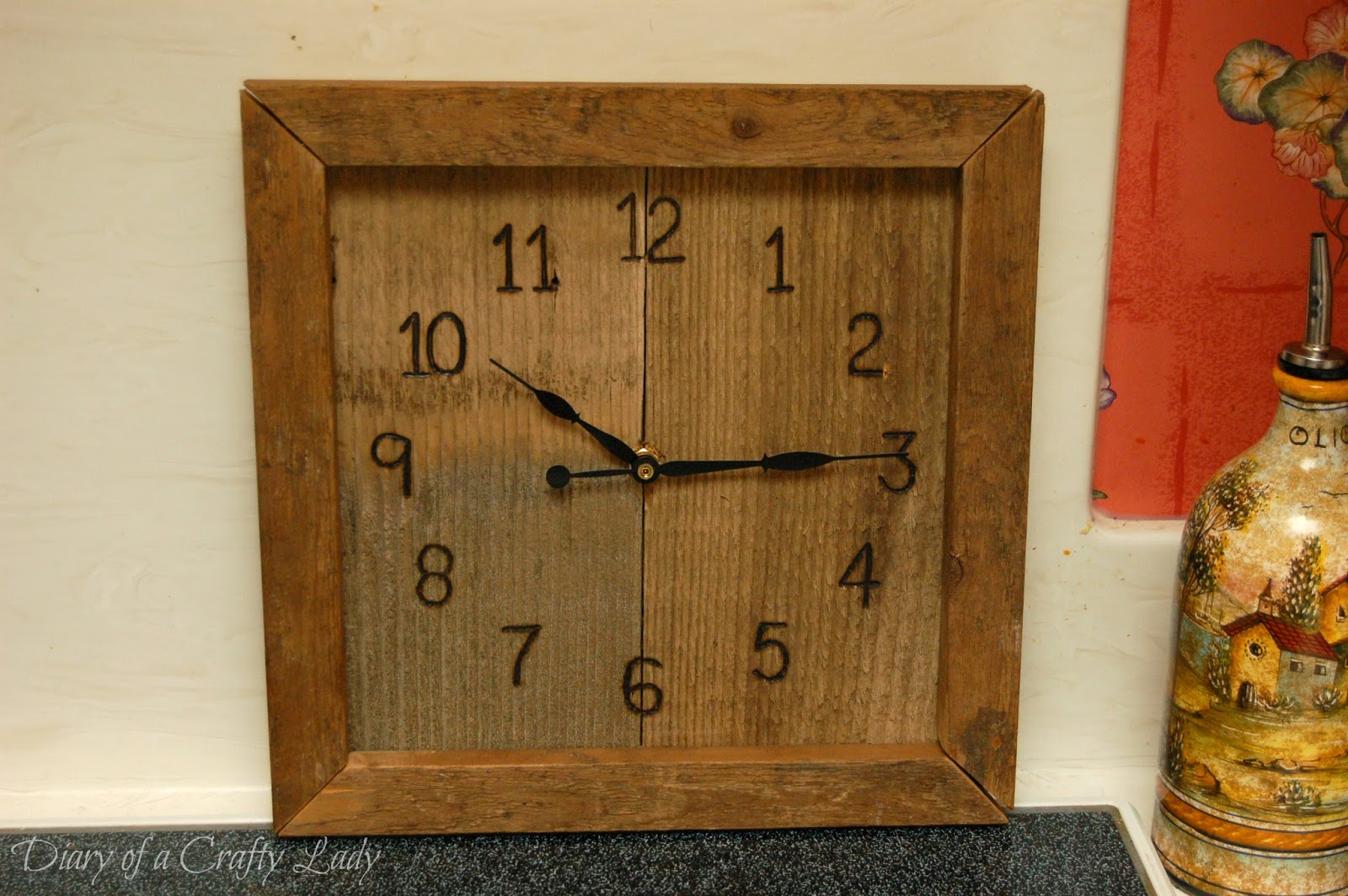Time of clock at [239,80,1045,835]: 10:14
